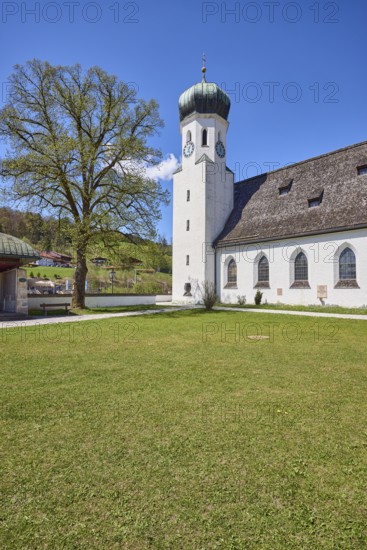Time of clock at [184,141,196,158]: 12:23
